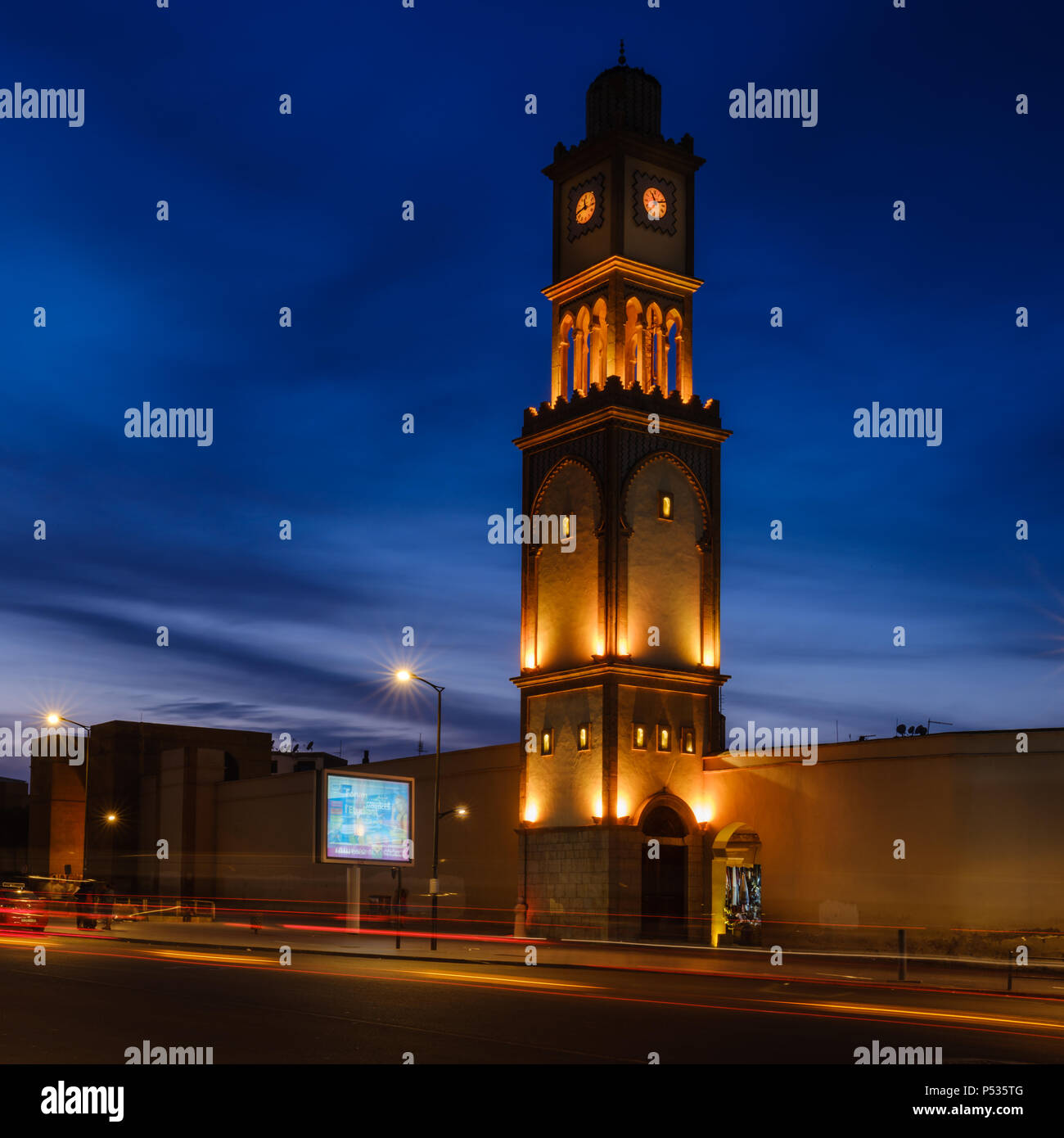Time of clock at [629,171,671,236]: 11:13
